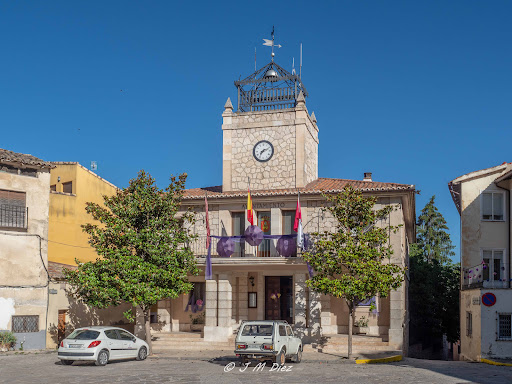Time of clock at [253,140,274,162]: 7:11
